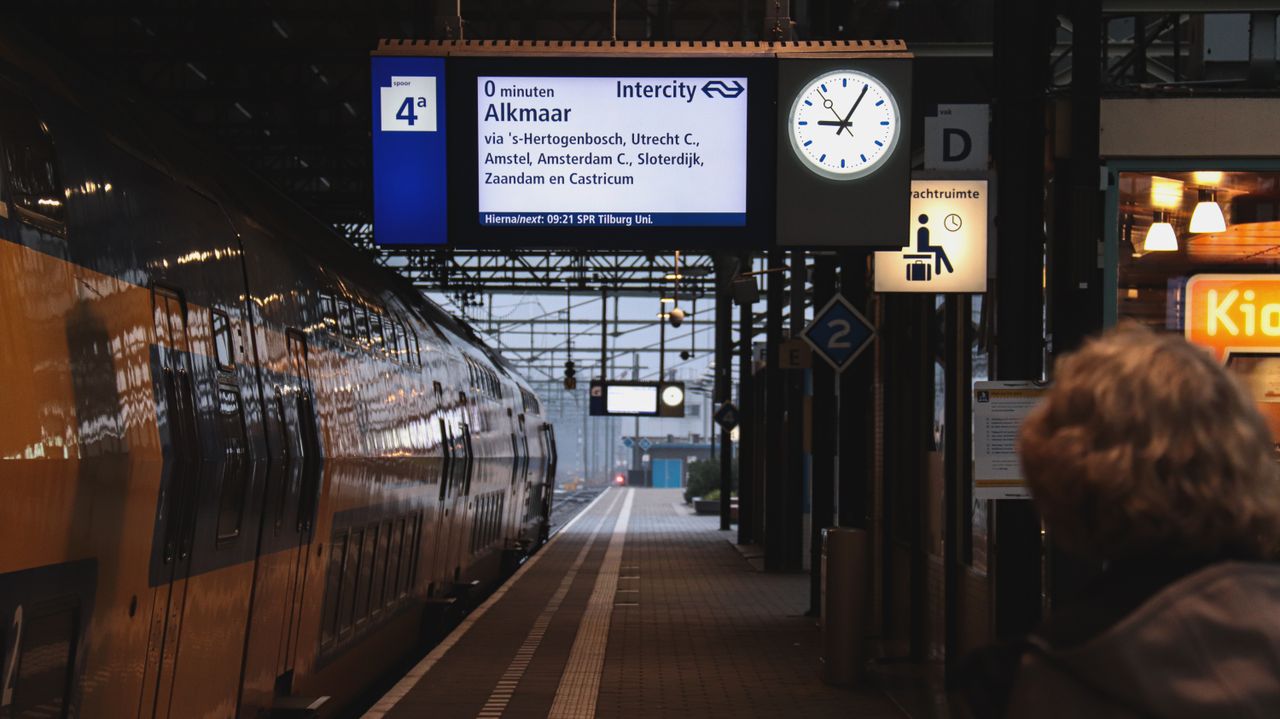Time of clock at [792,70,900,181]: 9:05
